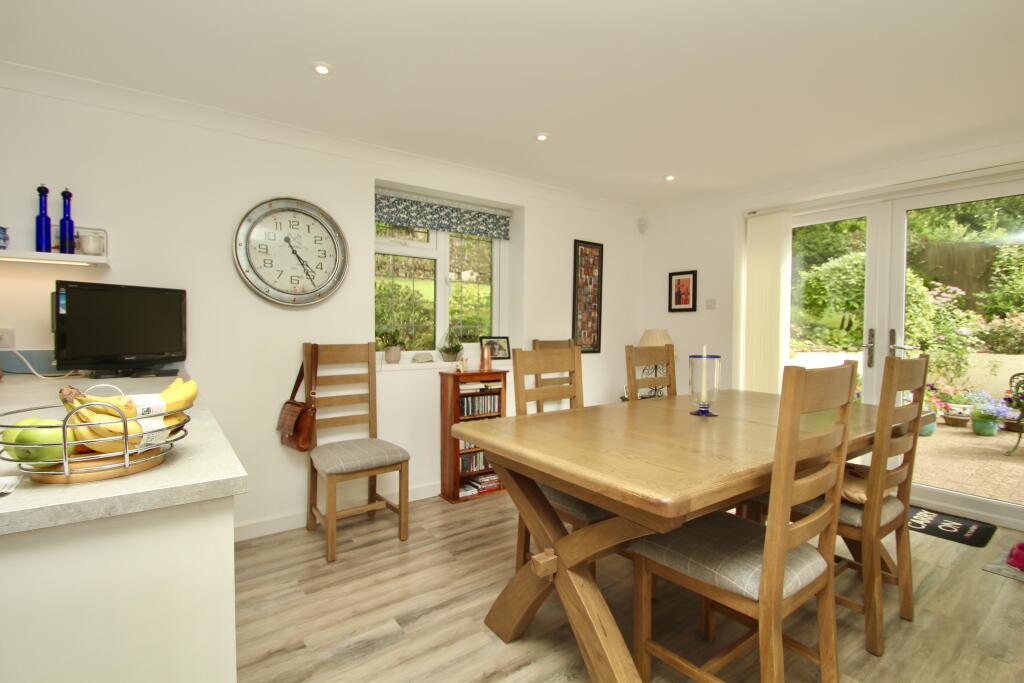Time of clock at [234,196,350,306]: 4:24
